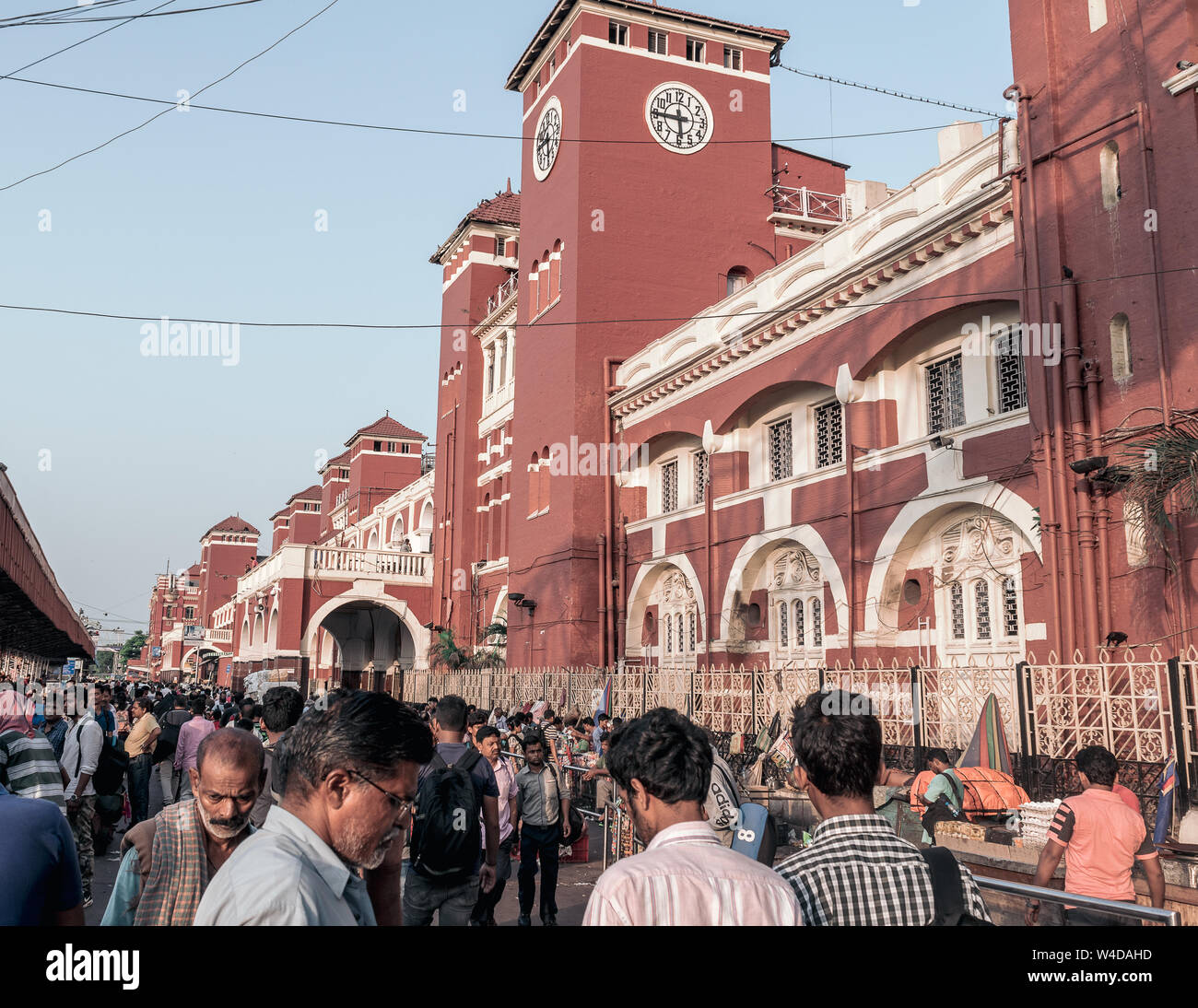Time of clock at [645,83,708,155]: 5:45
